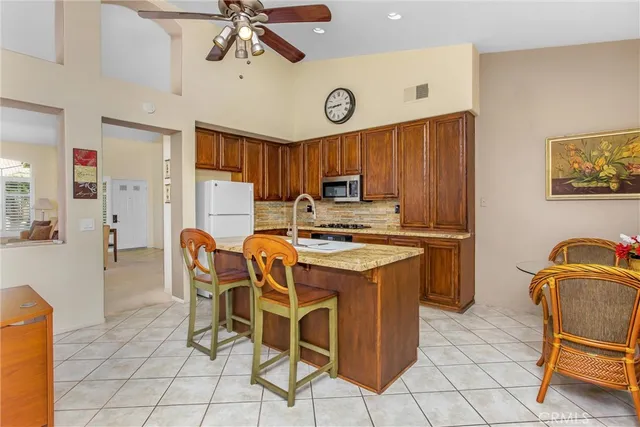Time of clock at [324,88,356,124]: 8:44
